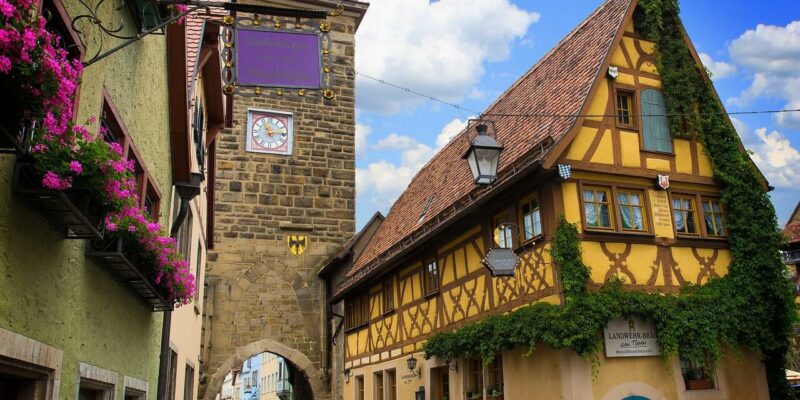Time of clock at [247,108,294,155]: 11:13
